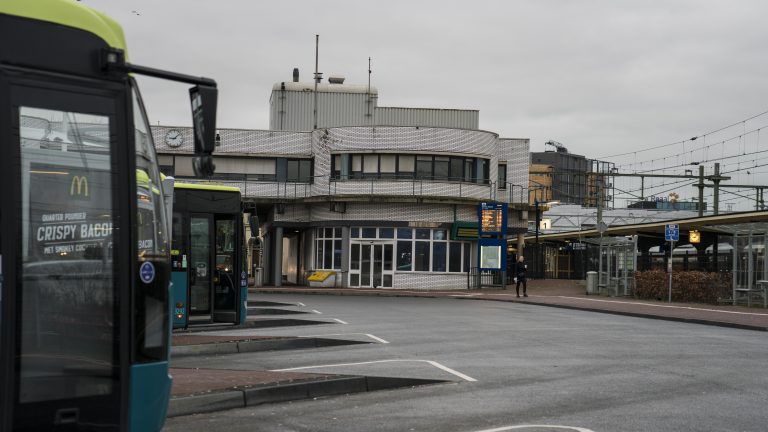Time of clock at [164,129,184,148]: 9:07
